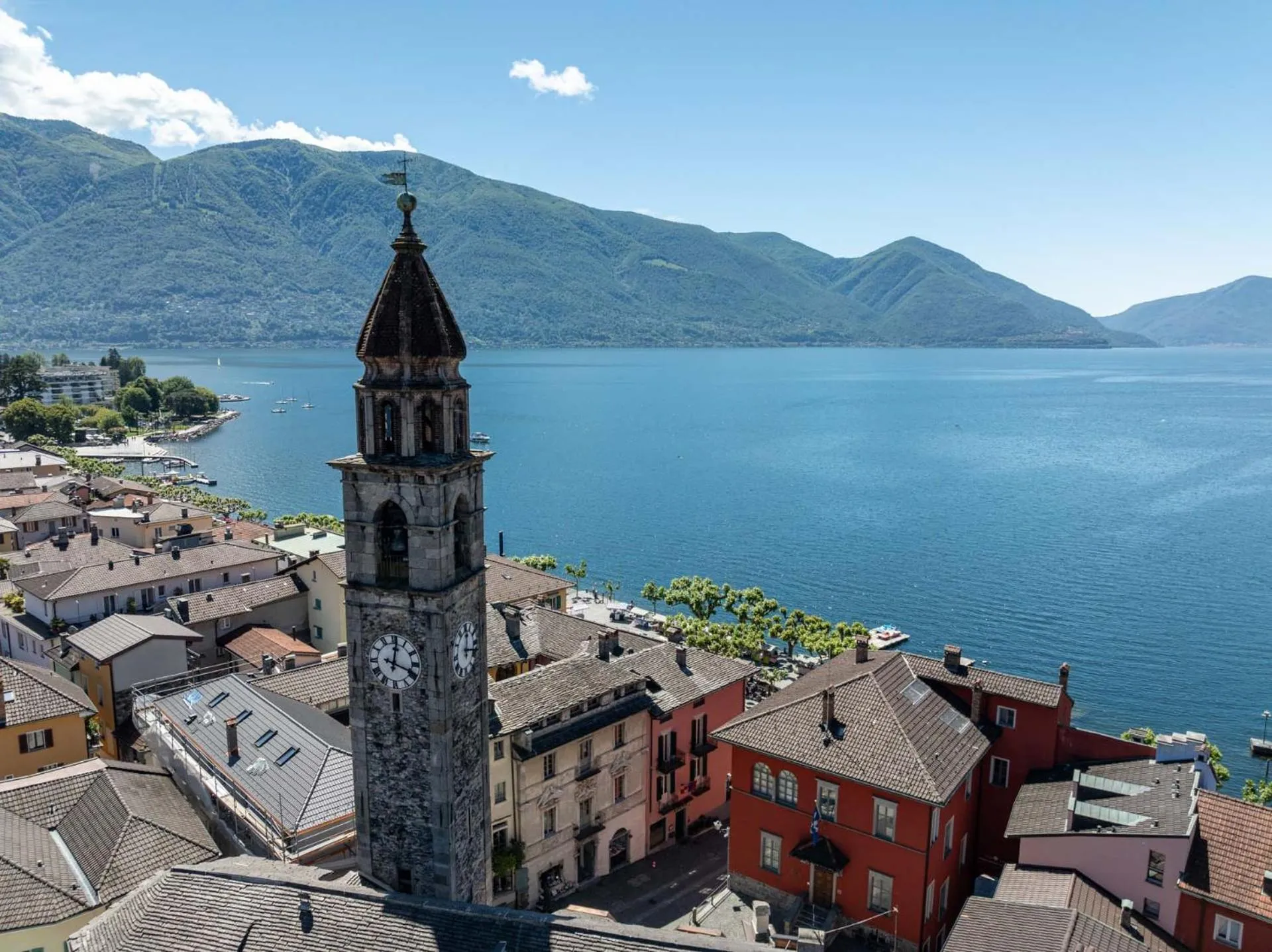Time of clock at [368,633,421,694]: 12:18
